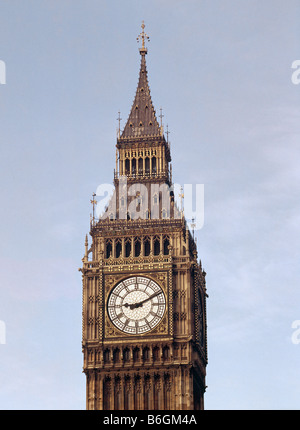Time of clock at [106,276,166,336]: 9:10
